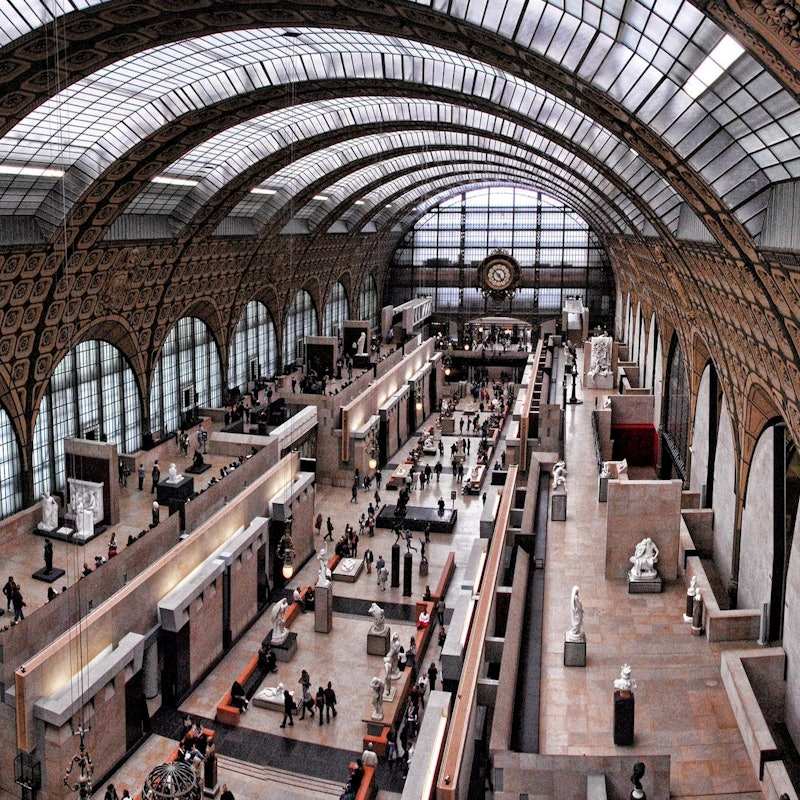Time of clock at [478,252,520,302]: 4:52
